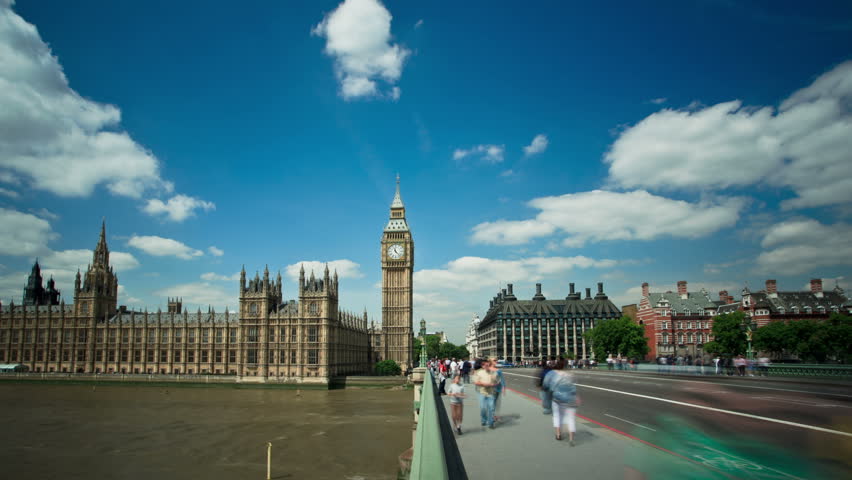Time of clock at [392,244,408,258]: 11:22
